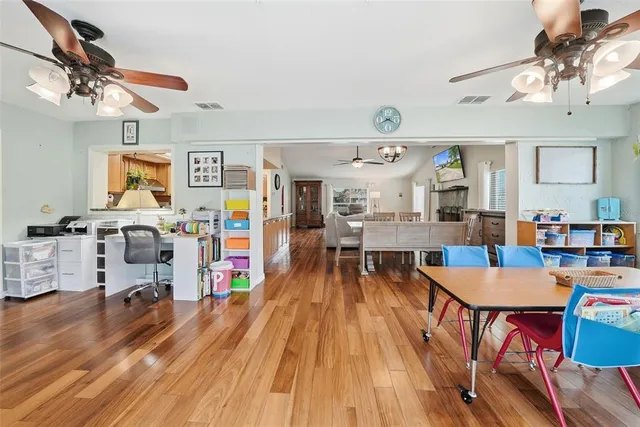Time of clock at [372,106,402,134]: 3:40
